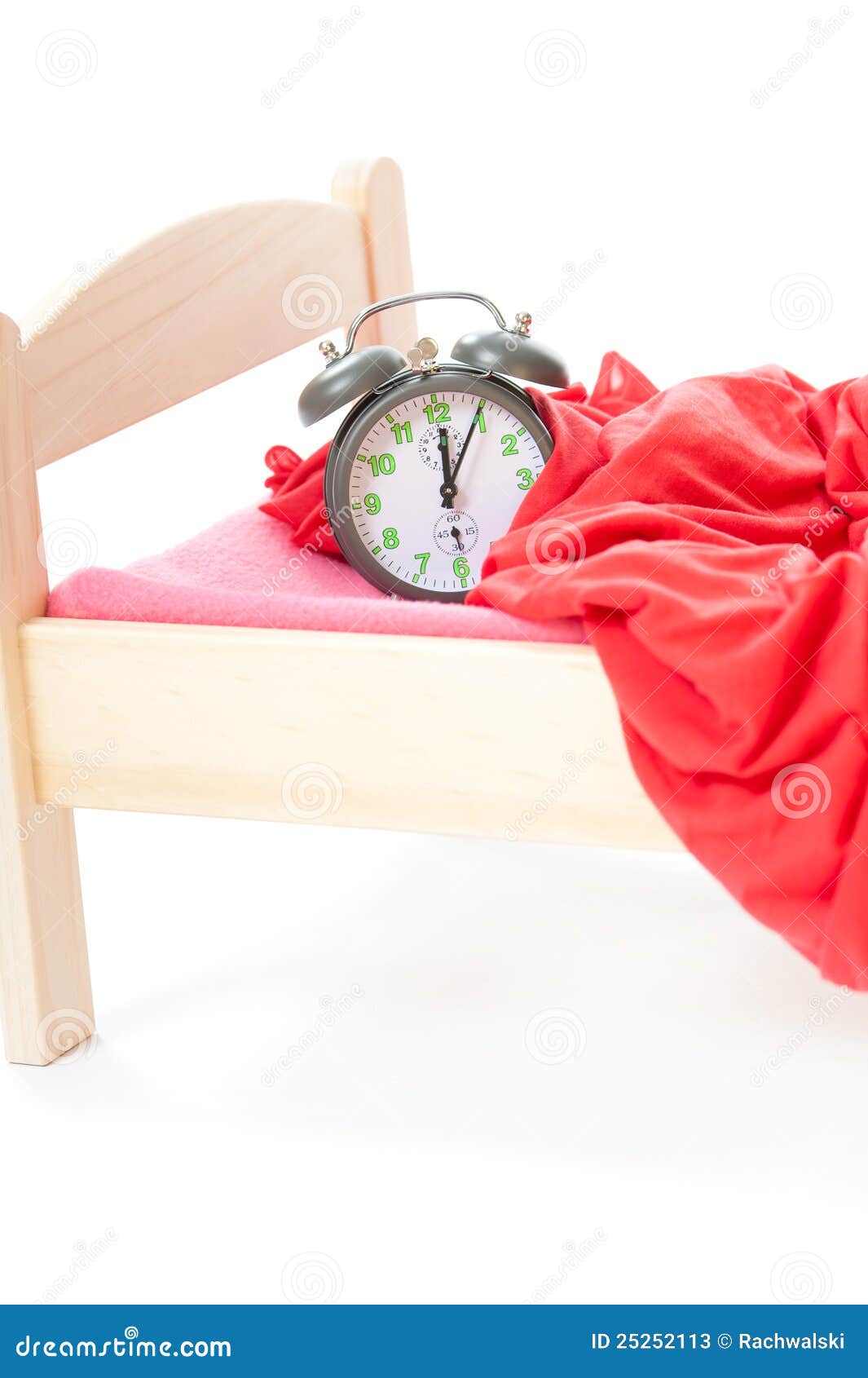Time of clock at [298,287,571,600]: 12:04
